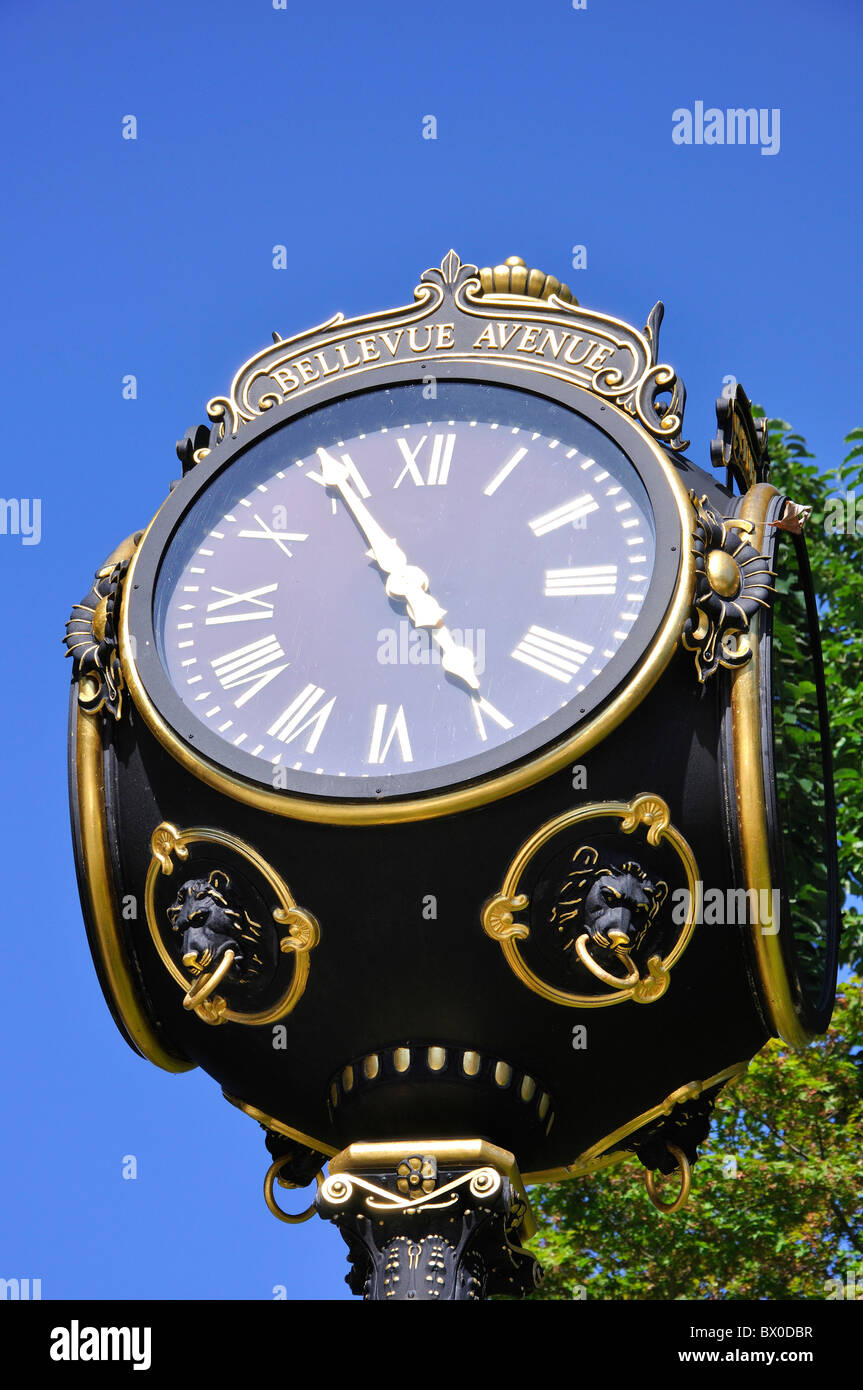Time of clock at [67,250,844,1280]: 4:54
